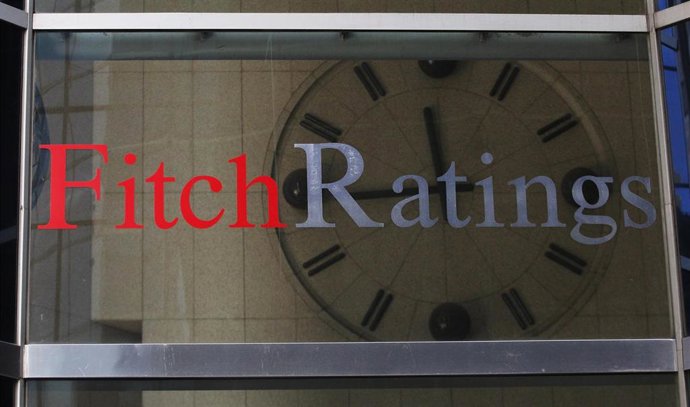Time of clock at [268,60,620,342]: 11:45
